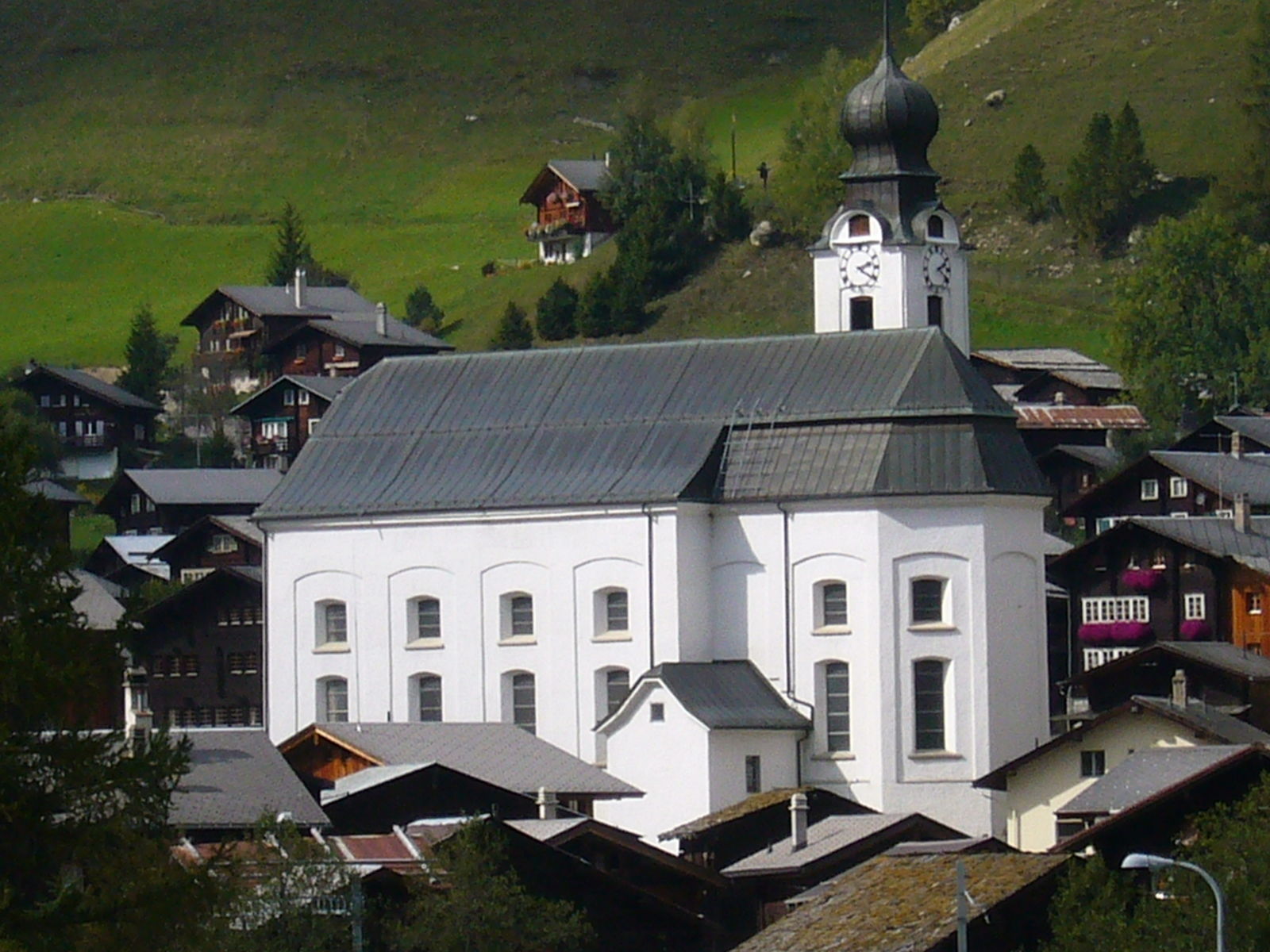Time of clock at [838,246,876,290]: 2:20
